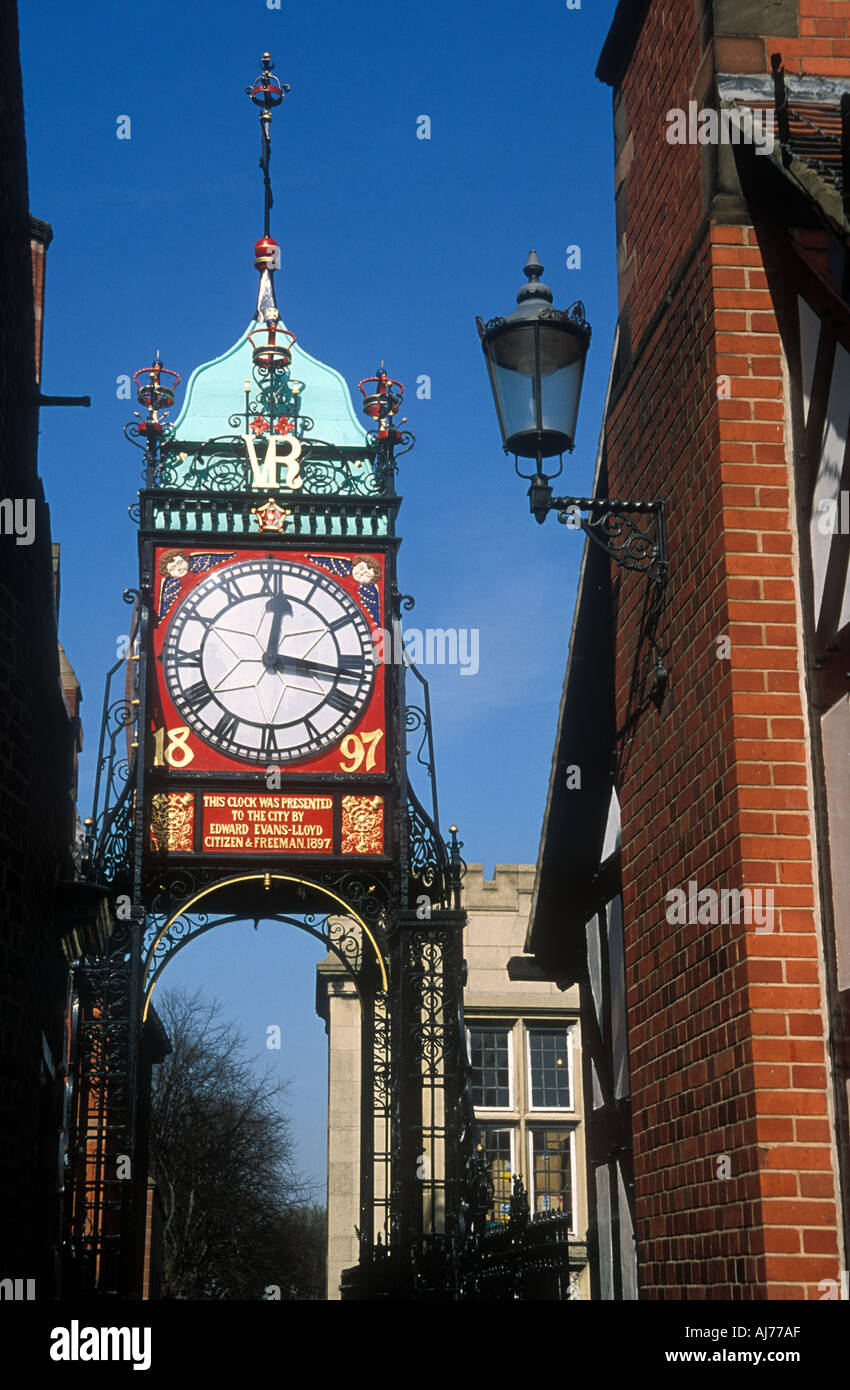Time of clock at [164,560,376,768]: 12:16
